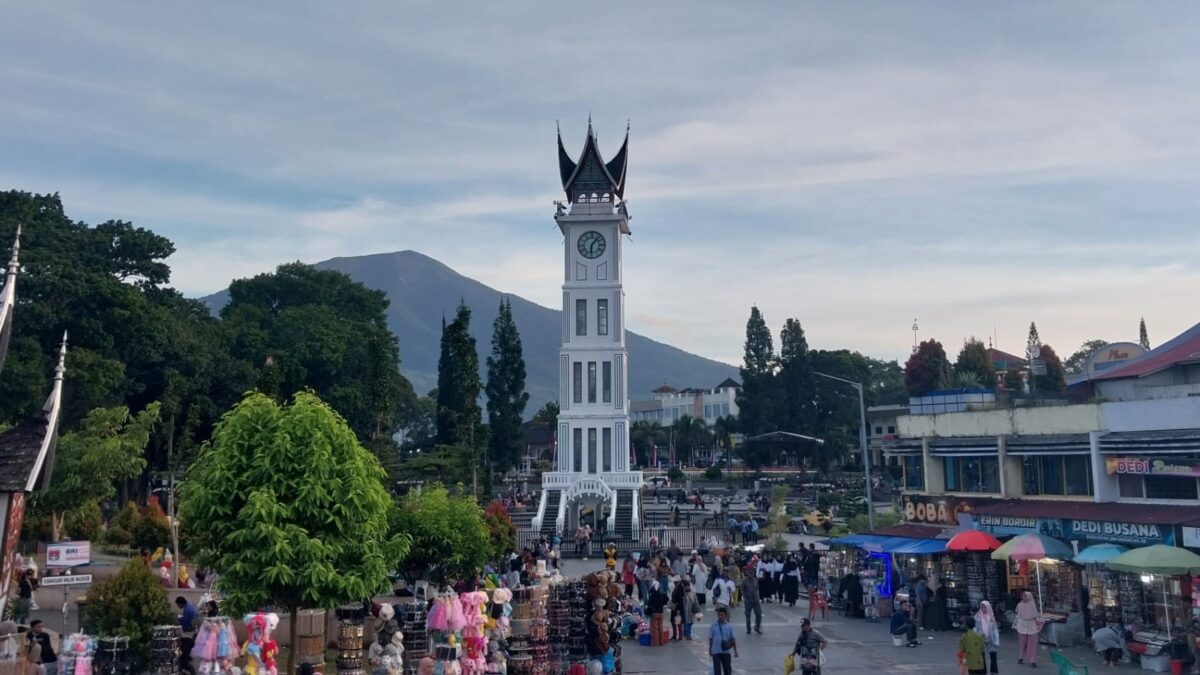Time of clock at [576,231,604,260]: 6:06
